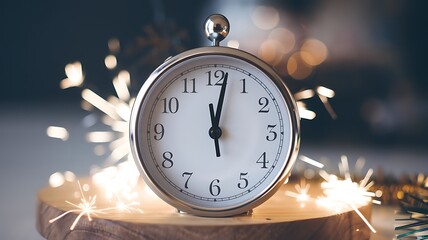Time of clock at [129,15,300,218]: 12:01
